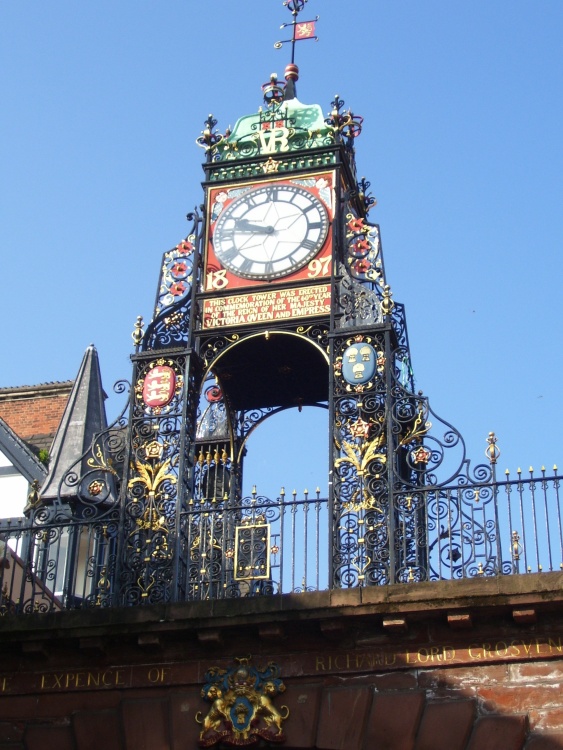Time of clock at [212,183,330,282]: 9:47
